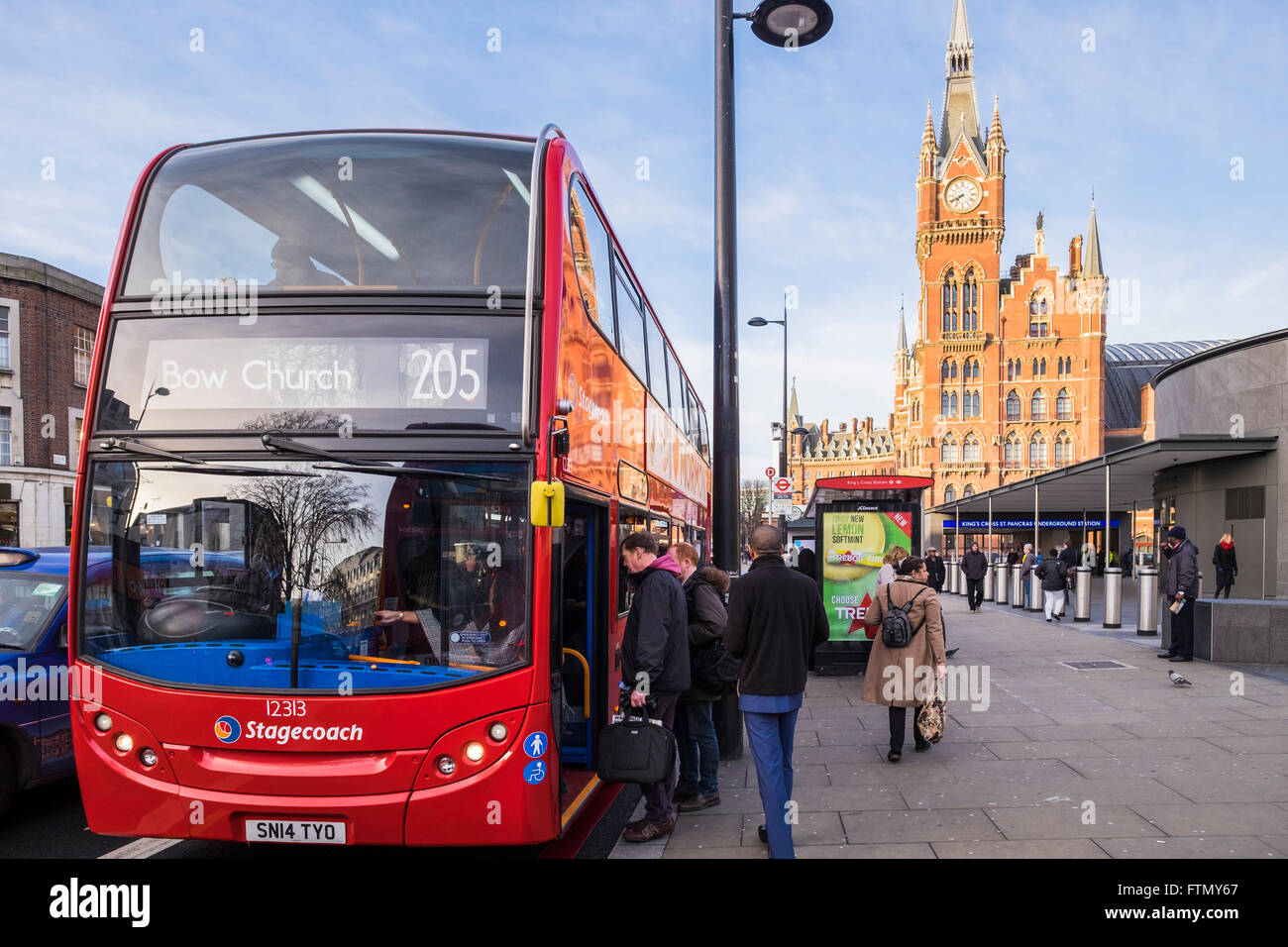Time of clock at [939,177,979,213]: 7:40
